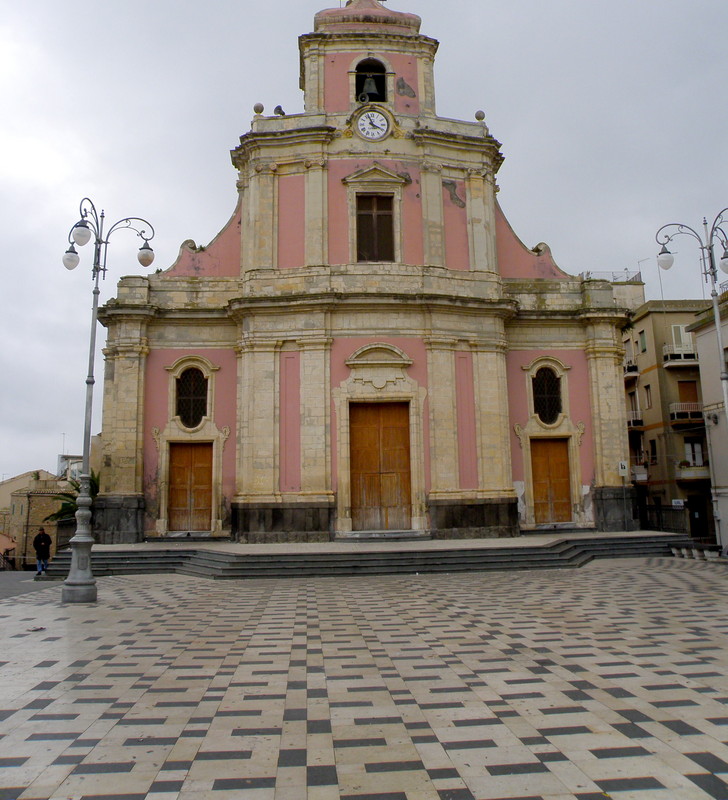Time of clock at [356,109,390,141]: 3:56
